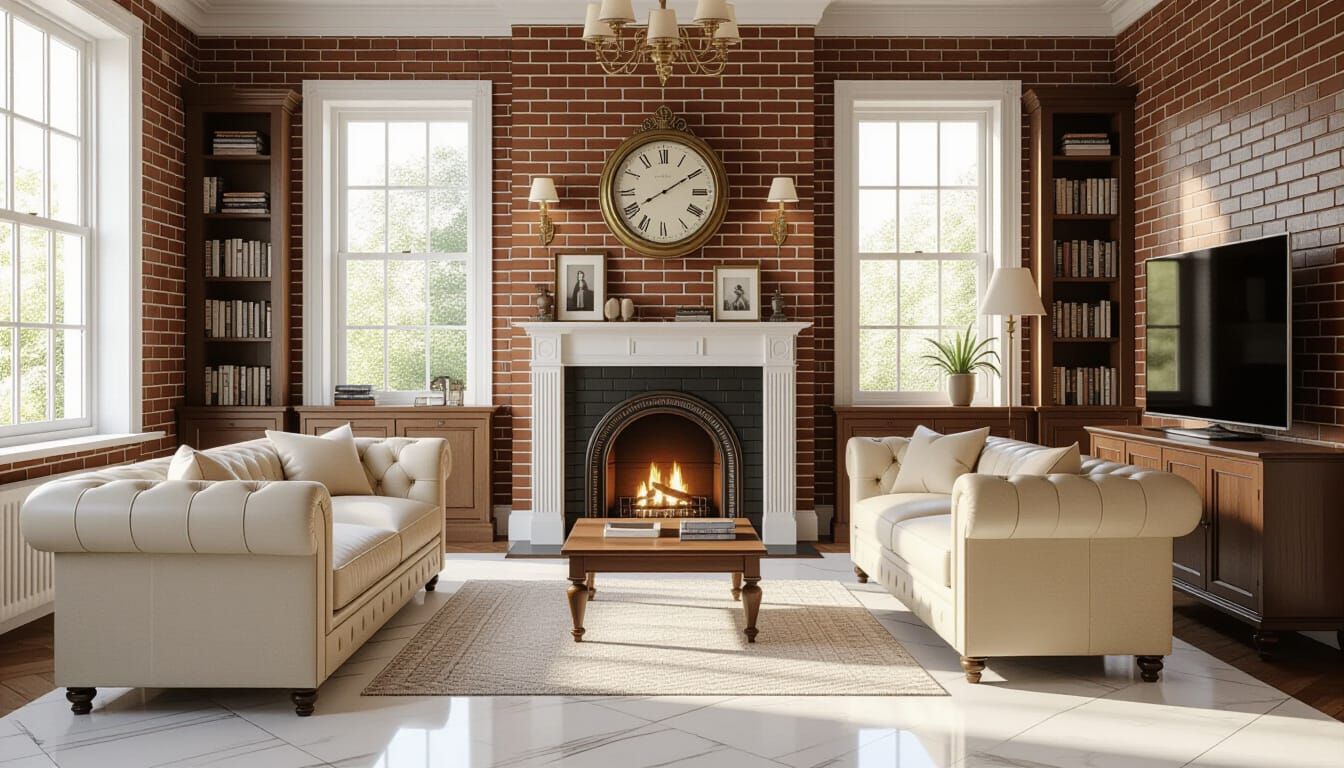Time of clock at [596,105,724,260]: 8:09
